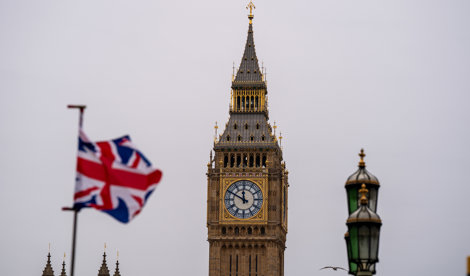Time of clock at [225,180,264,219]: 11:49
